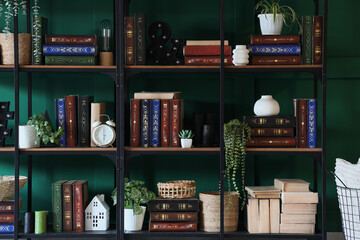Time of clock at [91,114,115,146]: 5:59
